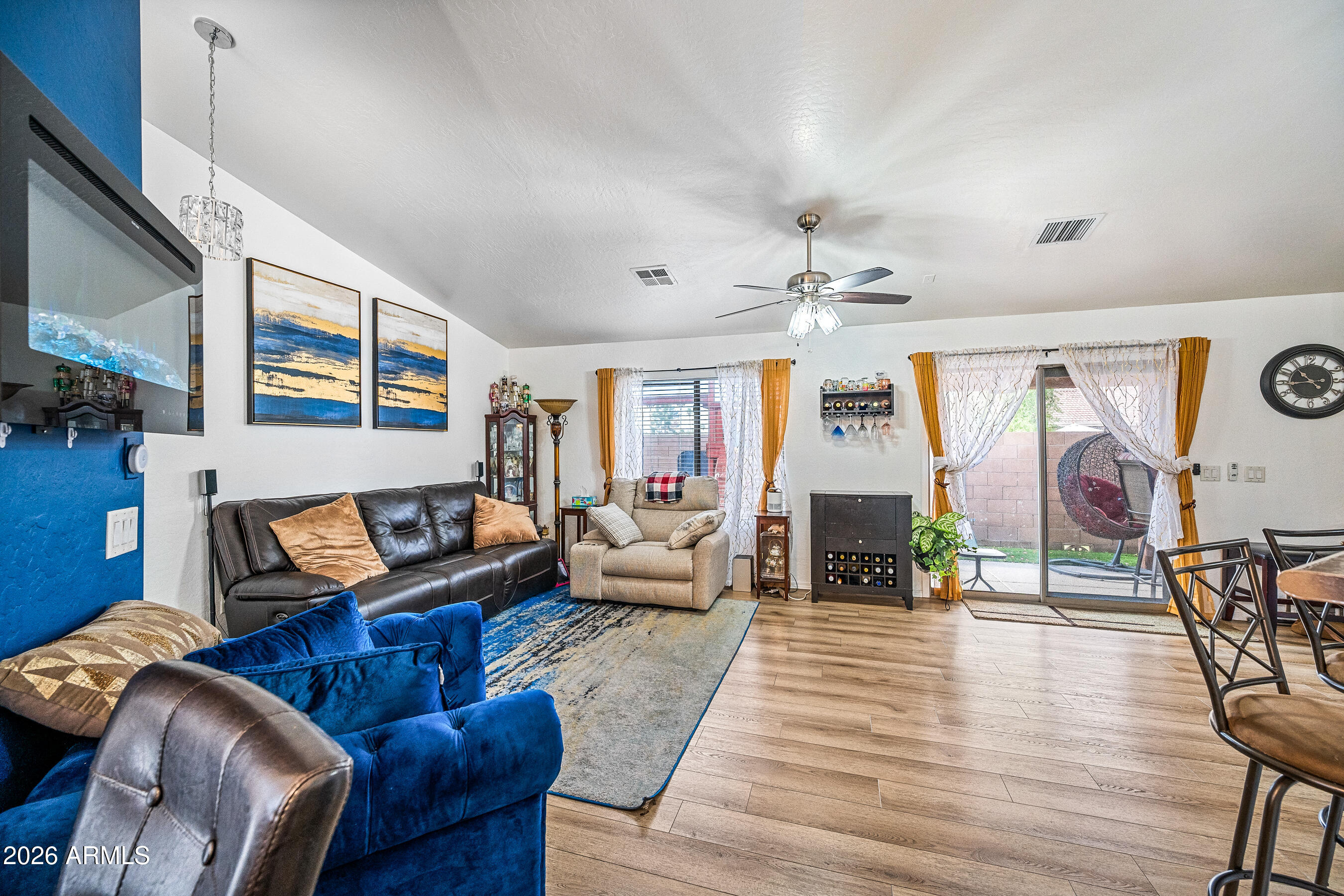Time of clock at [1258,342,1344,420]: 10:43
